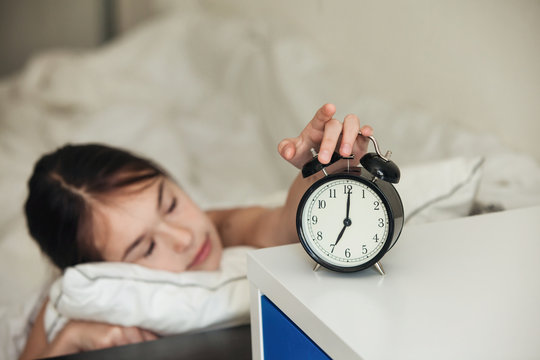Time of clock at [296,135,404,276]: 7:00
